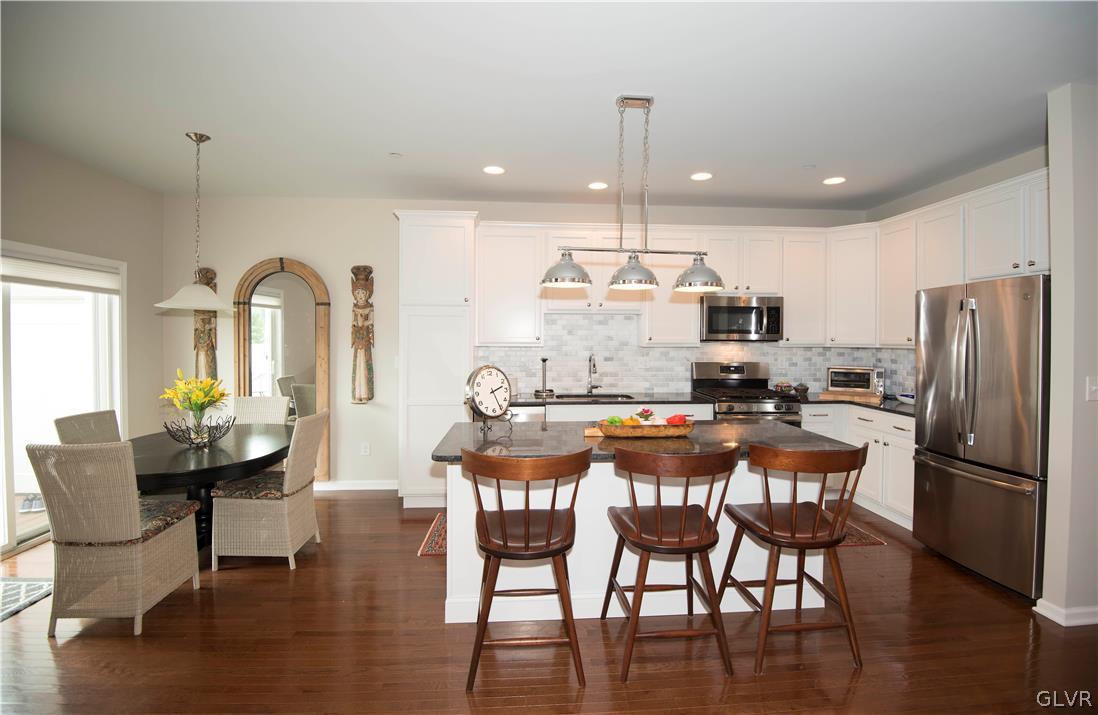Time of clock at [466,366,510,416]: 2:25
